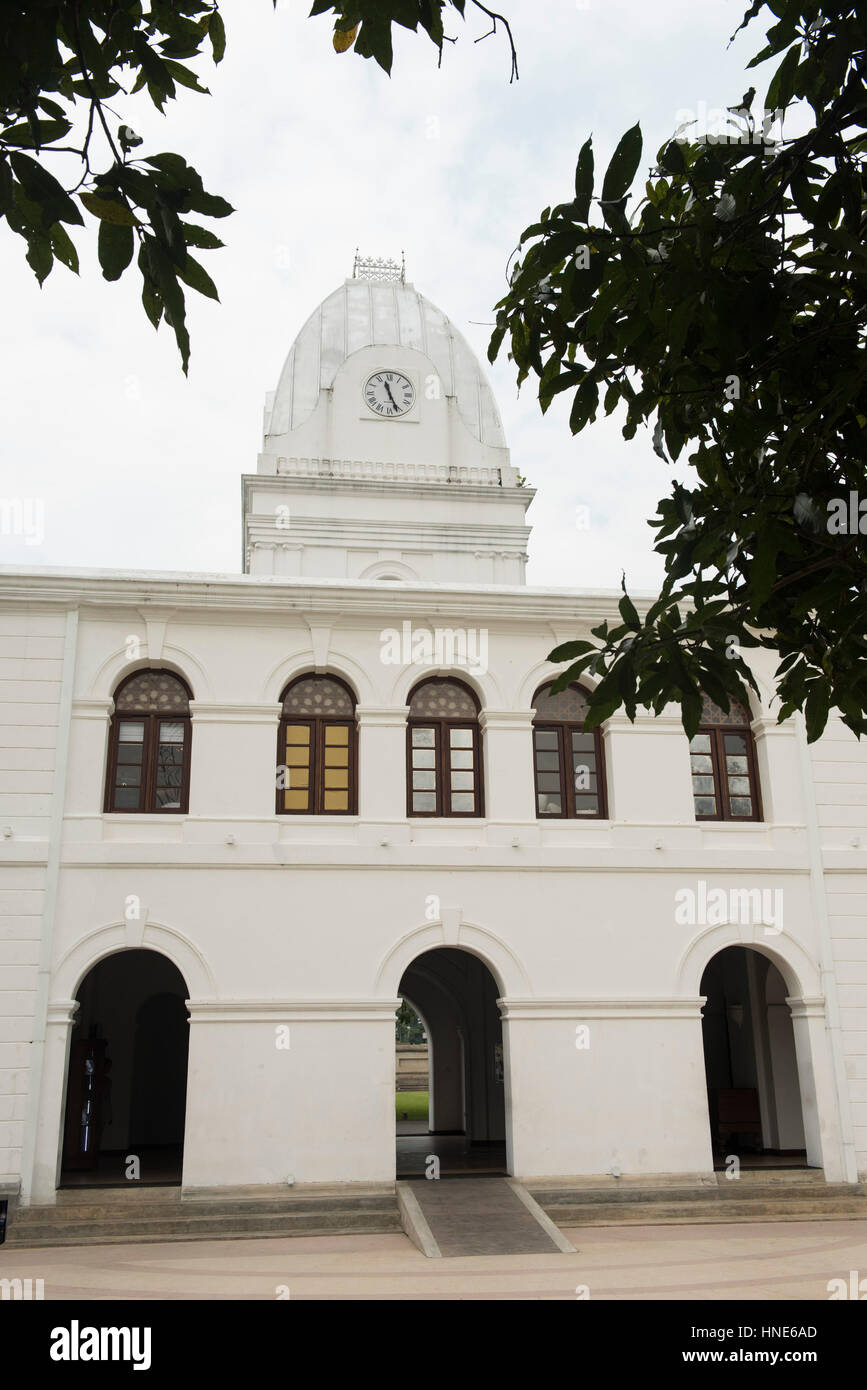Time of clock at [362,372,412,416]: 11:26
